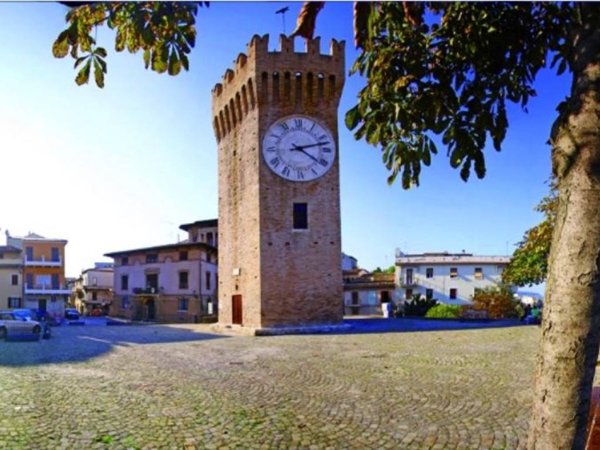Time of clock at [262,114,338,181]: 4:12
